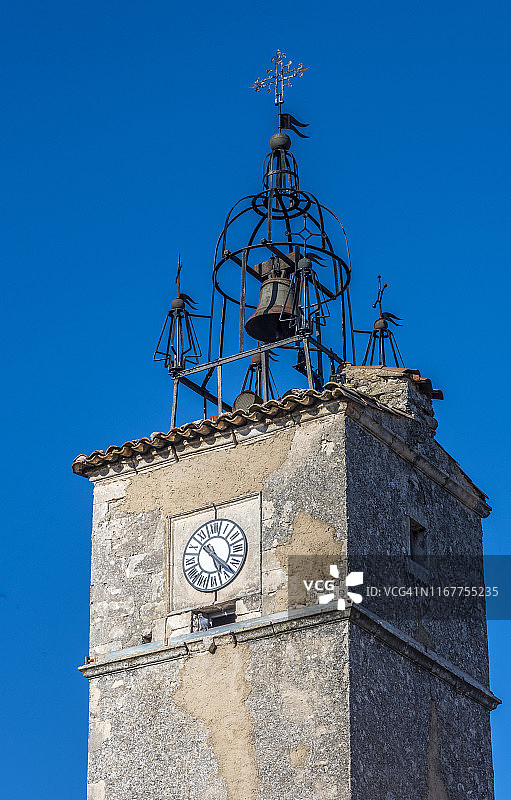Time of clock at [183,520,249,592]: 5:22
